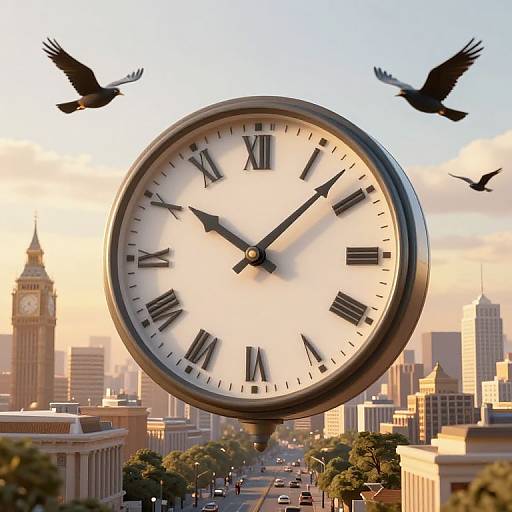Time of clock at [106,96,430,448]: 10:07
